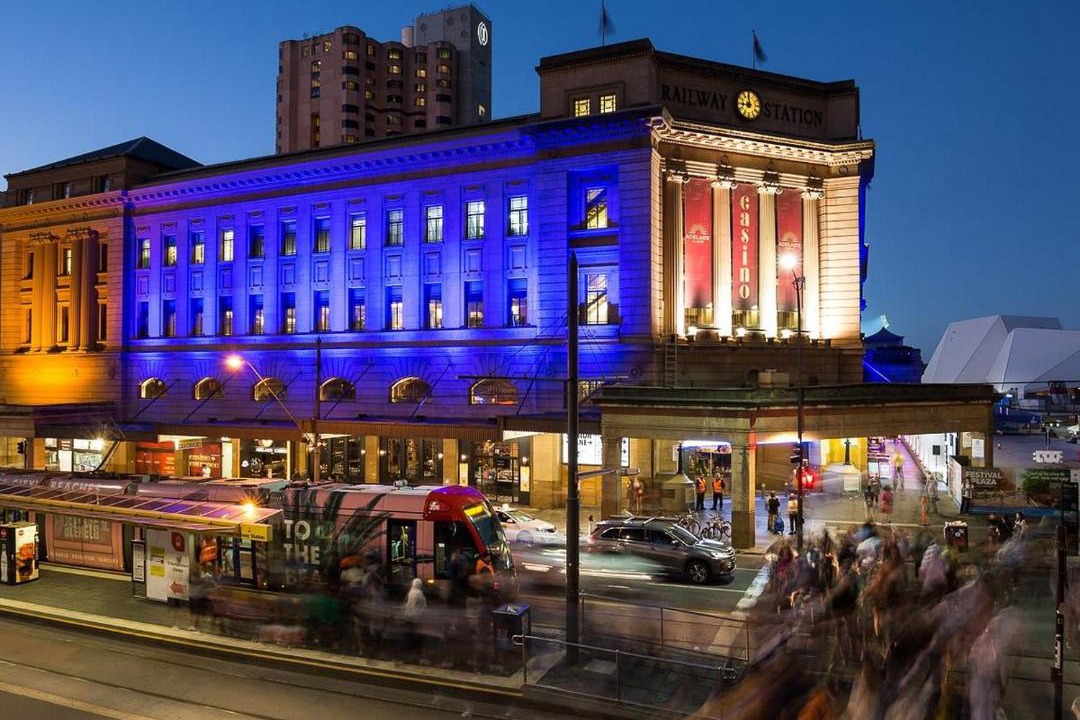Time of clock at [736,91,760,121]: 8:59
